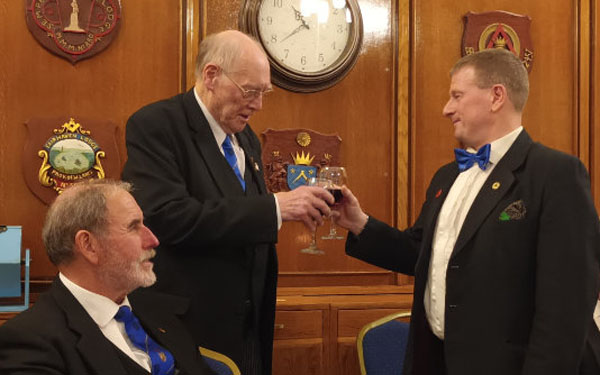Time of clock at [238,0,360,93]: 10:38
